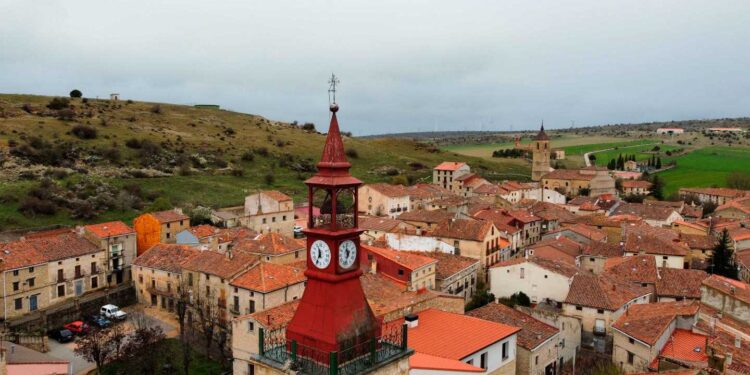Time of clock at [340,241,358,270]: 11:33
